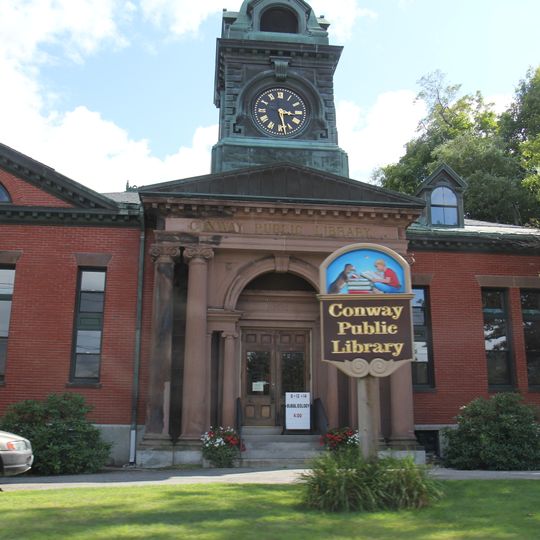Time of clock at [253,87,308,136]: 3:28
